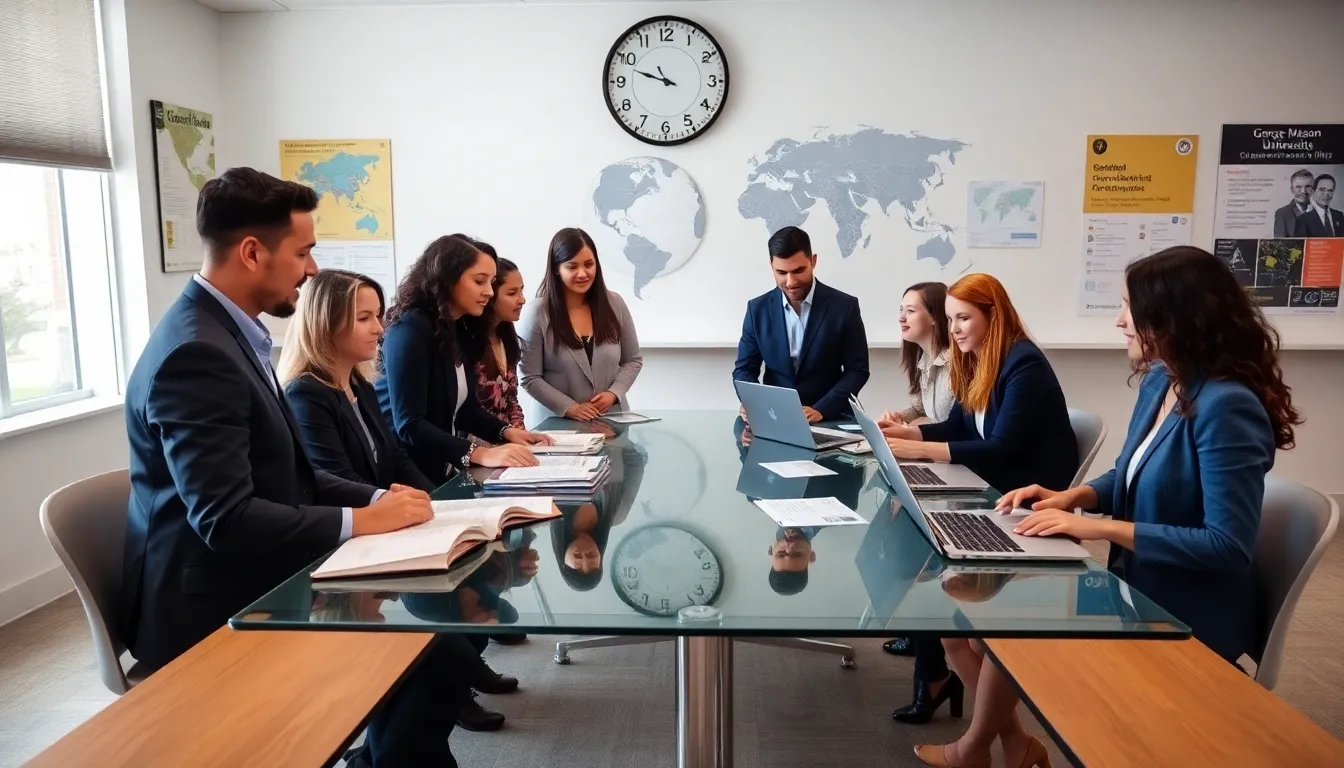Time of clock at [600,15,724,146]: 9:48
